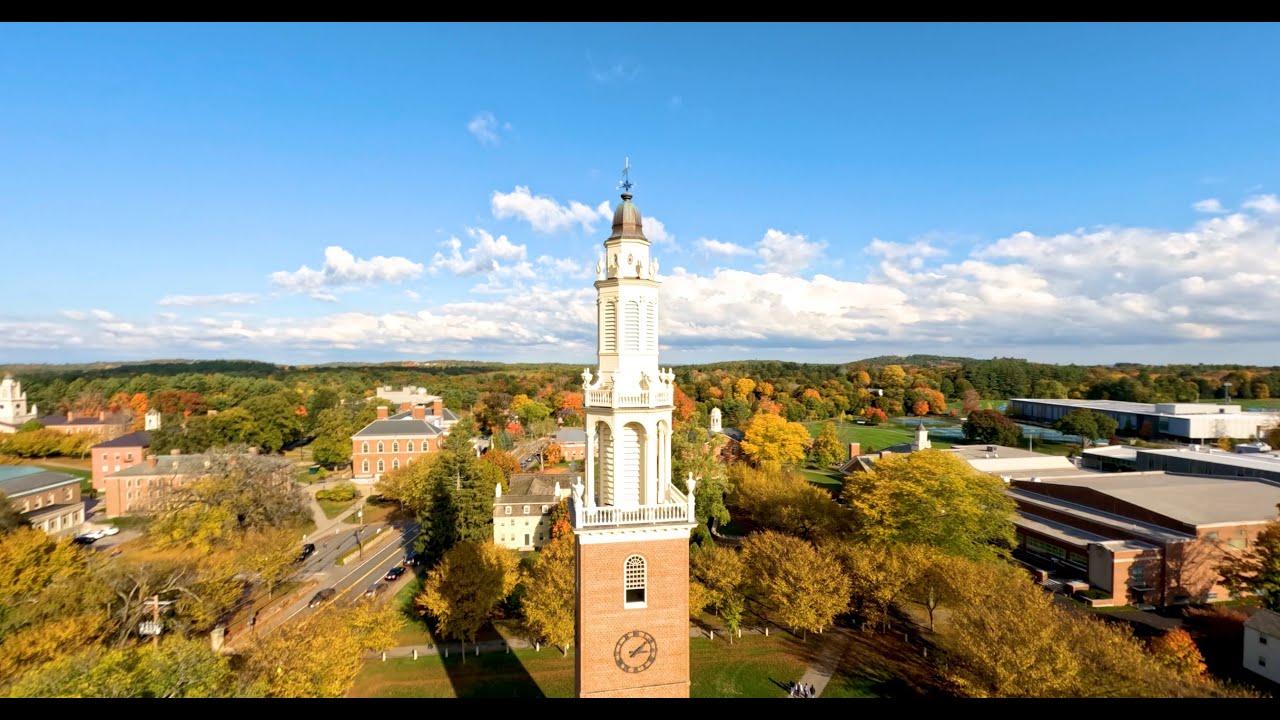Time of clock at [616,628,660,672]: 3:08
